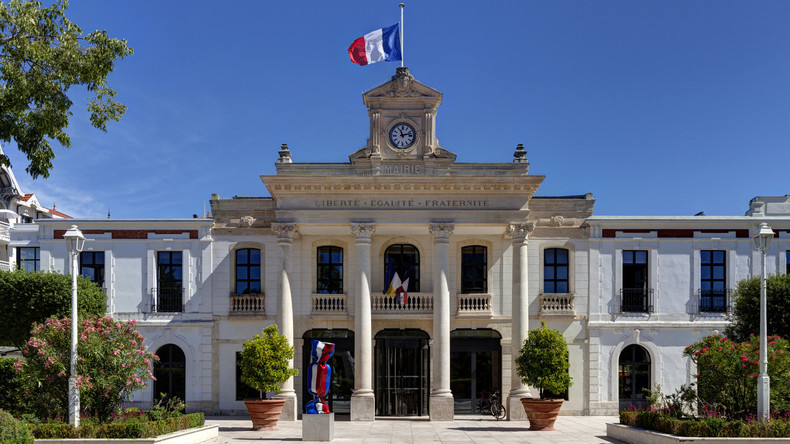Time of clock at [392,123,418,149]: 11:12
